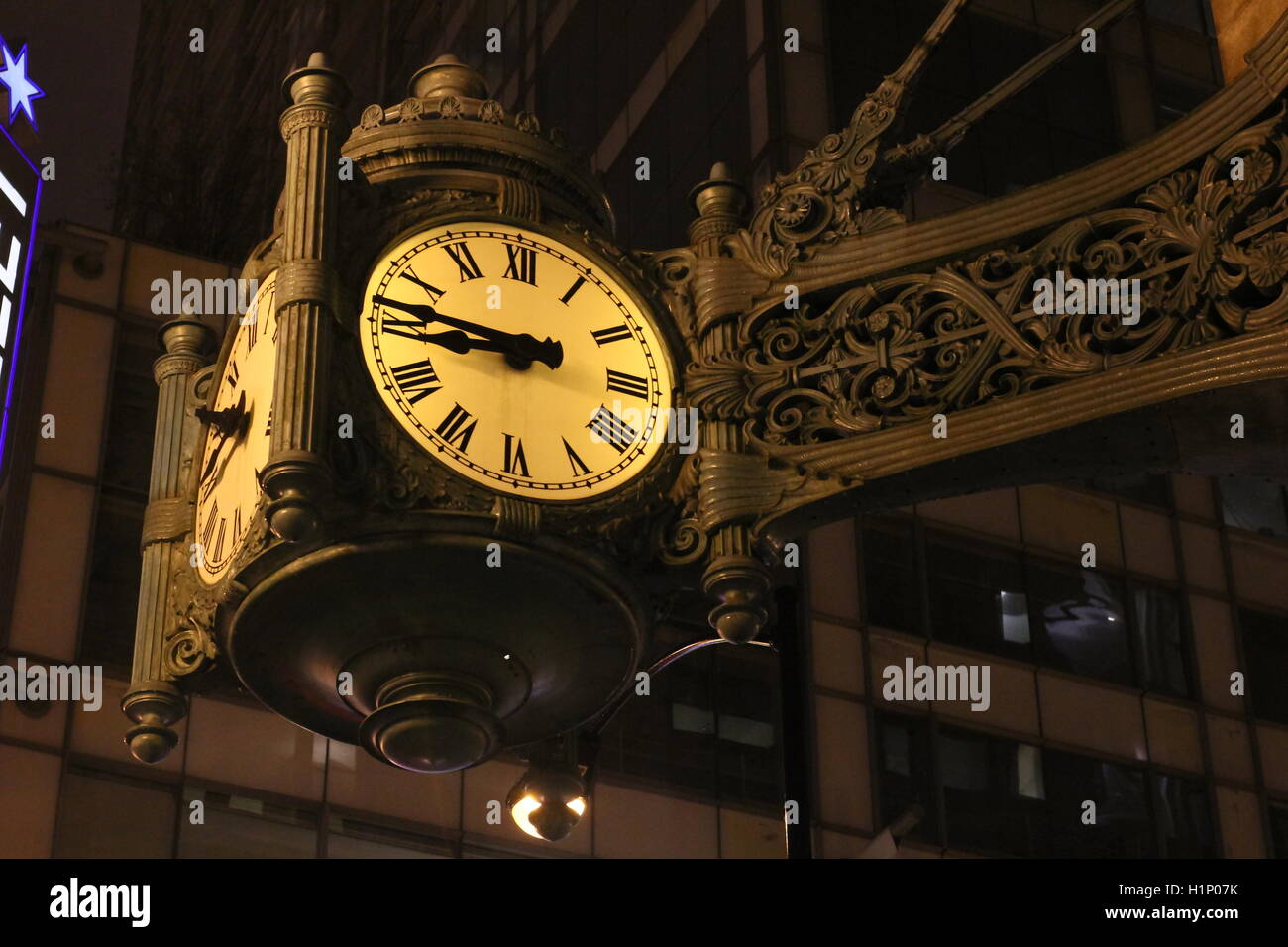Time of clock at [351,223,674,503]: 8:46
